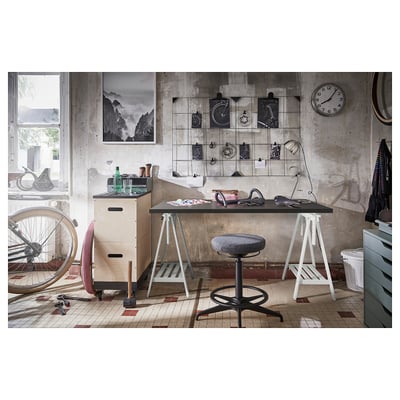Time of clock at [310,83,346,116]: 8:06
